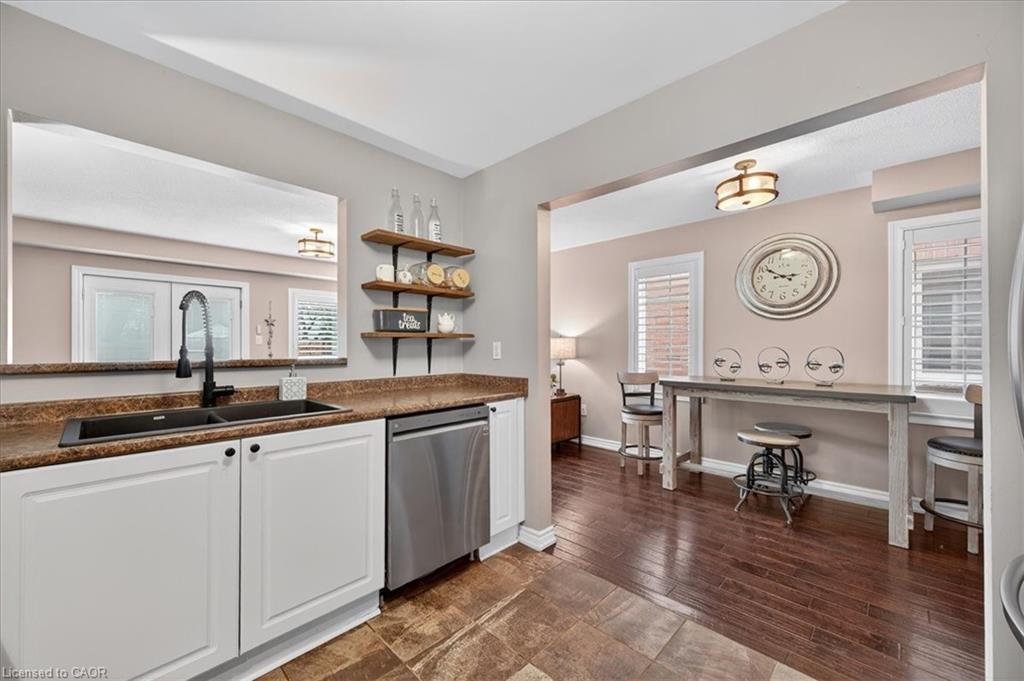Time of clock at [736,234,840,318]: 2:50
